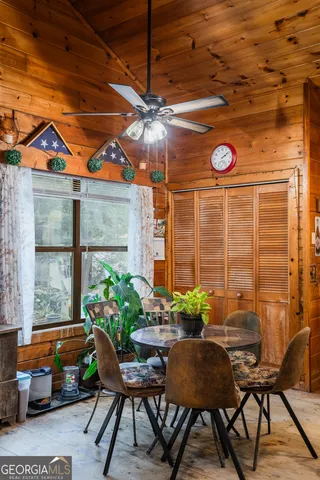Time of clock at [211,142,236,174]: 2:09
